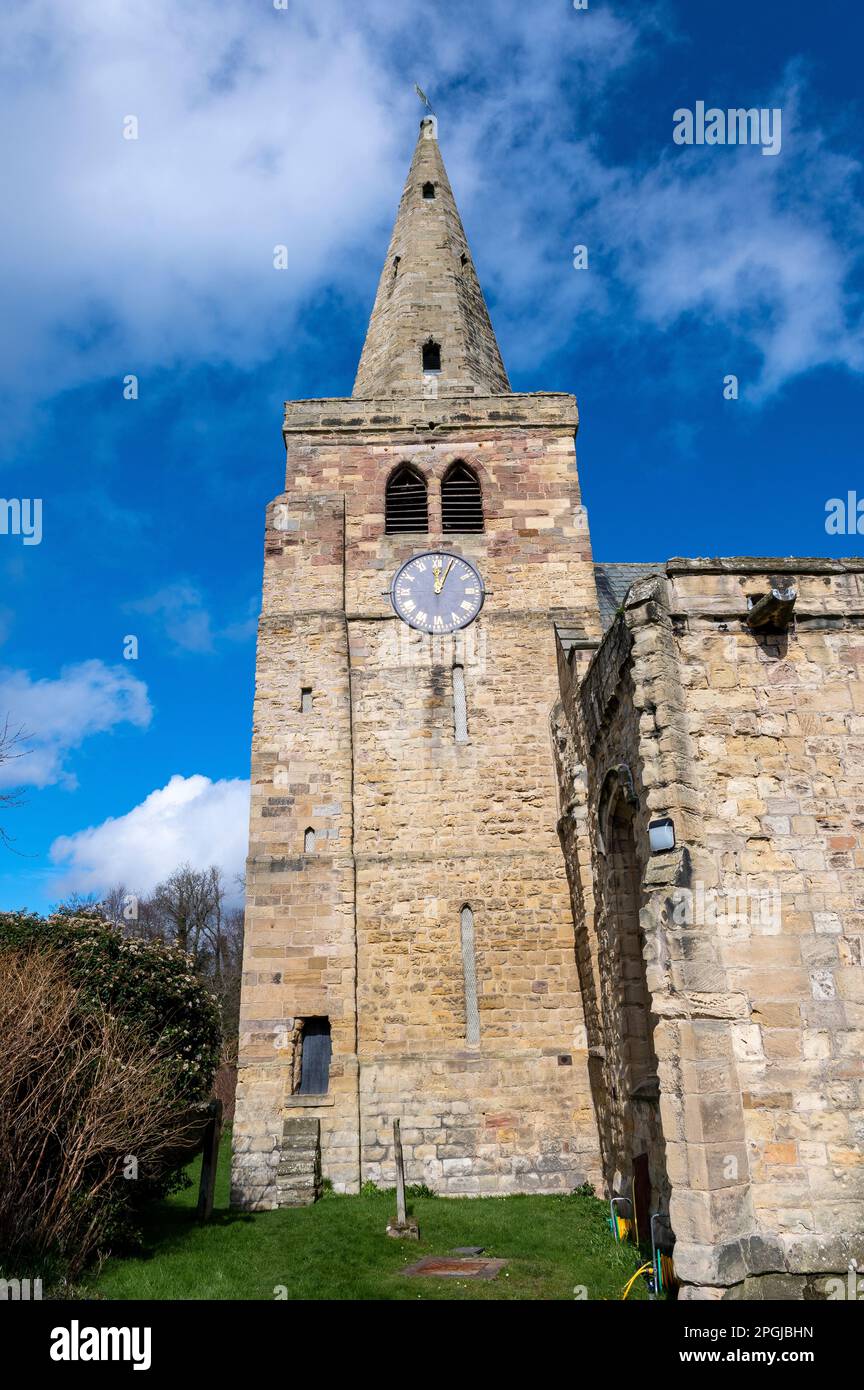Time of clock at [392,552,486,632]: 12:04
